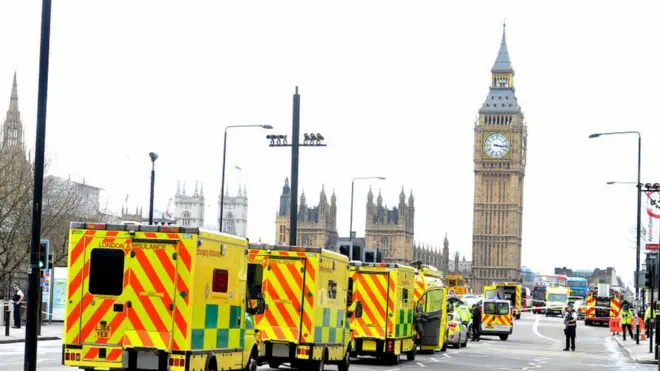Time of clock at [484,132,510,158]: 3:16
